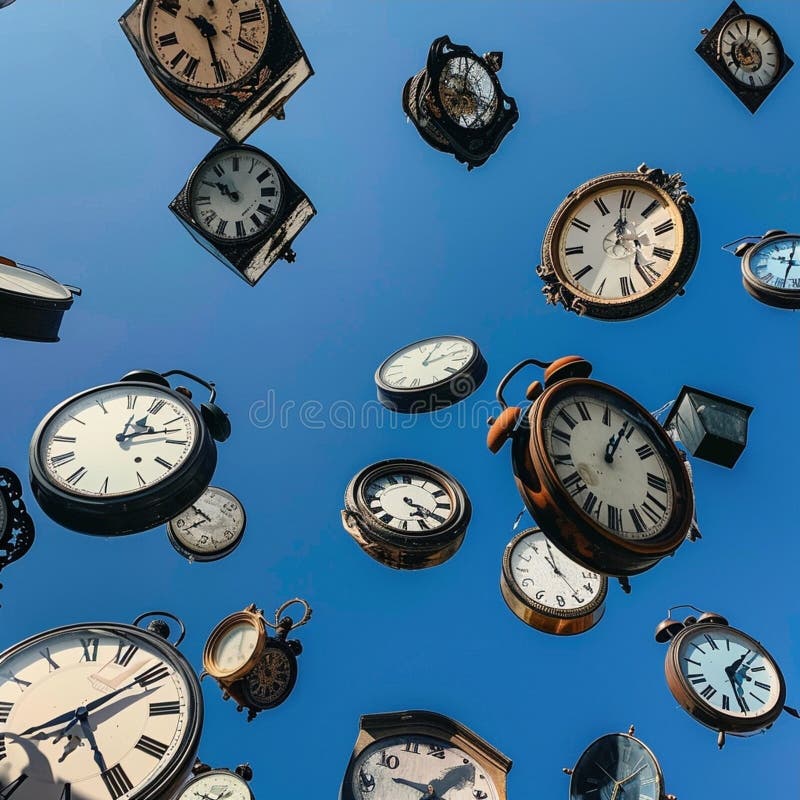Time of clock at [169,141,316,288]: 10:50
